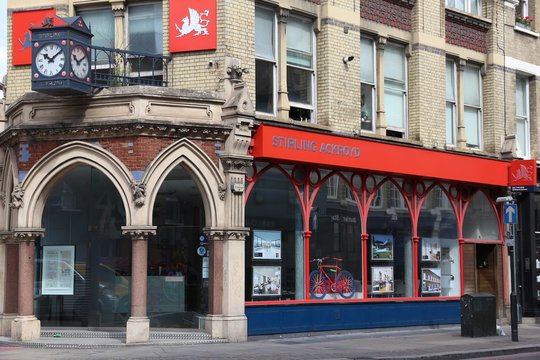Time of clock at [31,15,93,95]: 10:07
